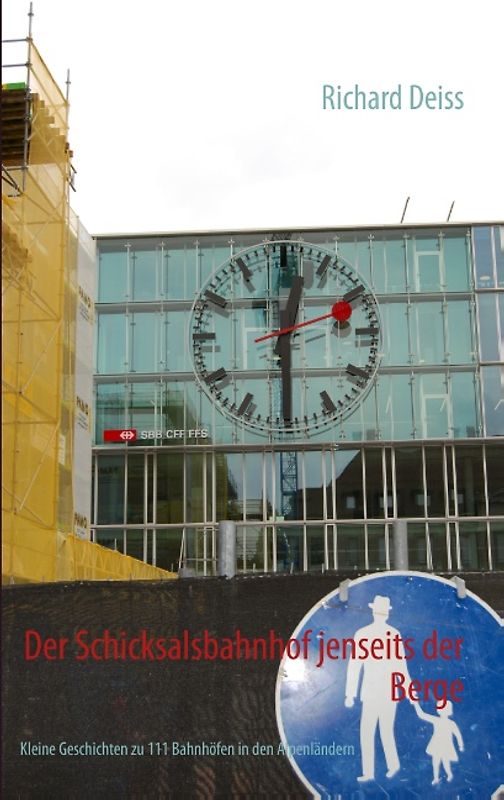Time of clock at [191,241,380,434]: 12:29
